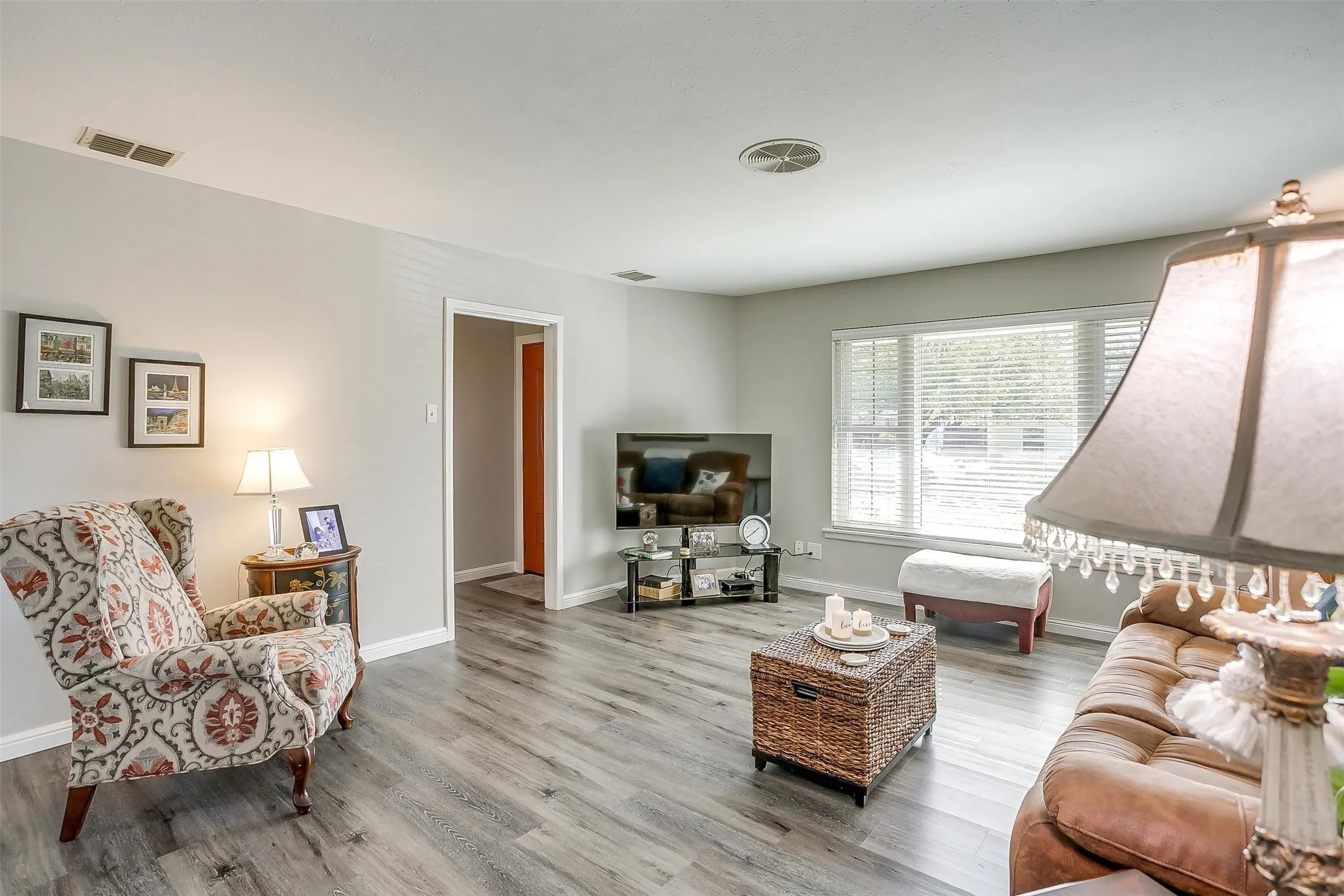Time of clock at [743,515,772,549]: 1:39
